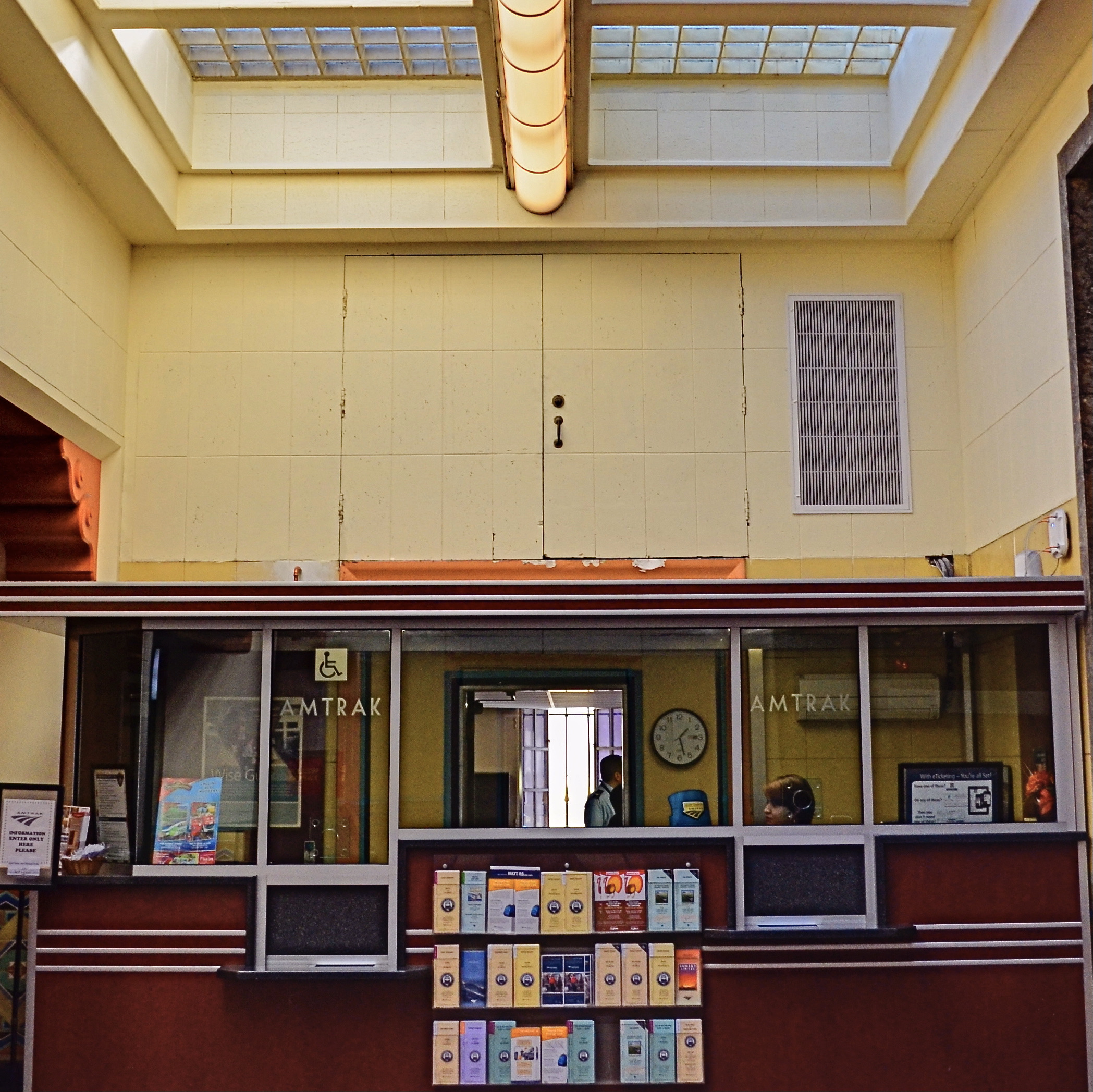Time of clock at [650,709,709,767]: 1:27
